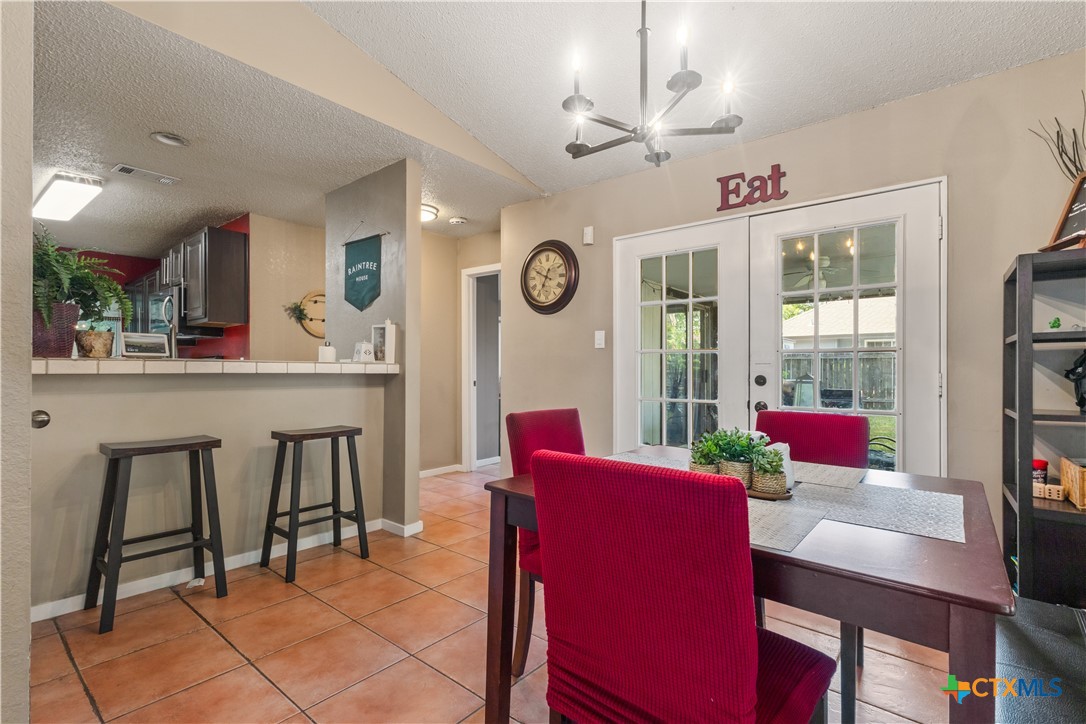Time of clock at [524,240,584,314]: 6:49
